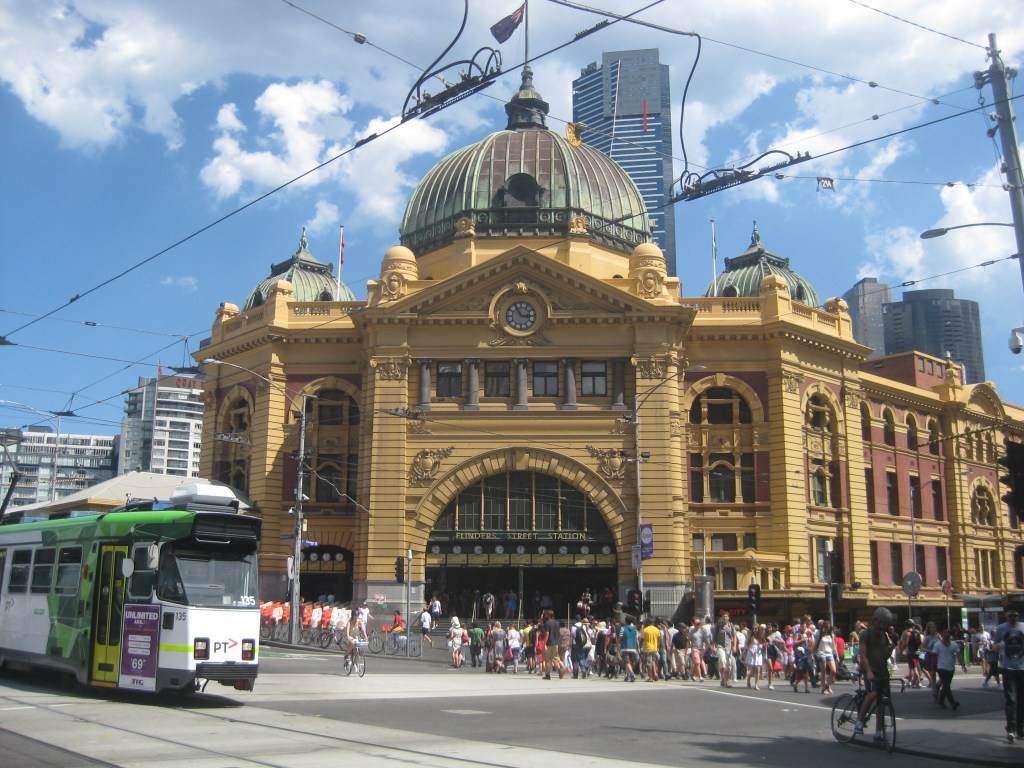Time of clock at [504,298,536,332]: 2:55
